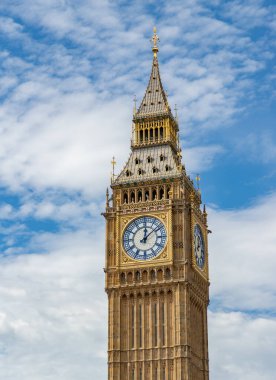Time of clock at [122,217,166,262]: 12:08
